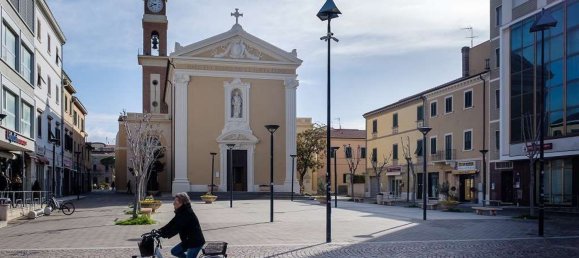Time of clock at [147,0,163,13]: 9:41
